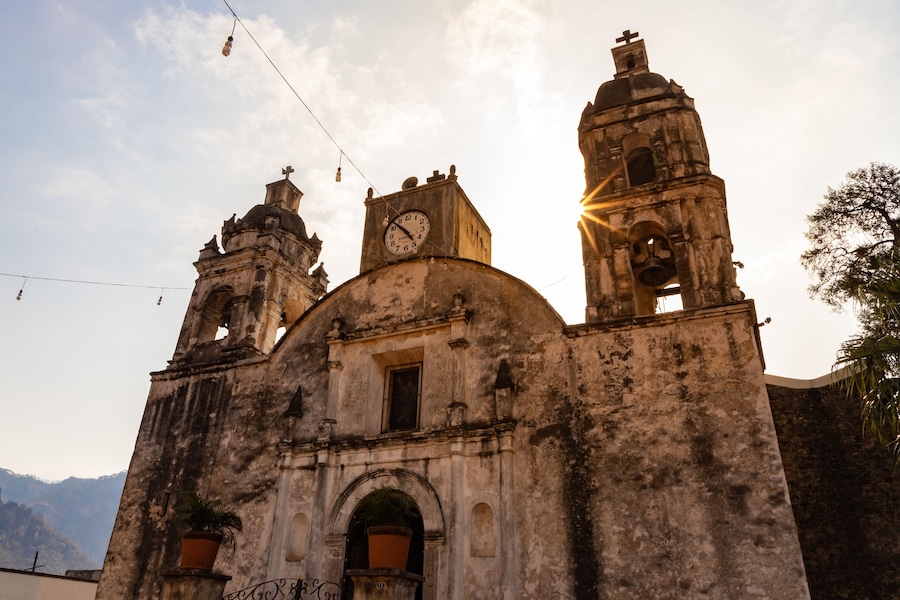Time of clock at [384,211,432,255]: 4:52
